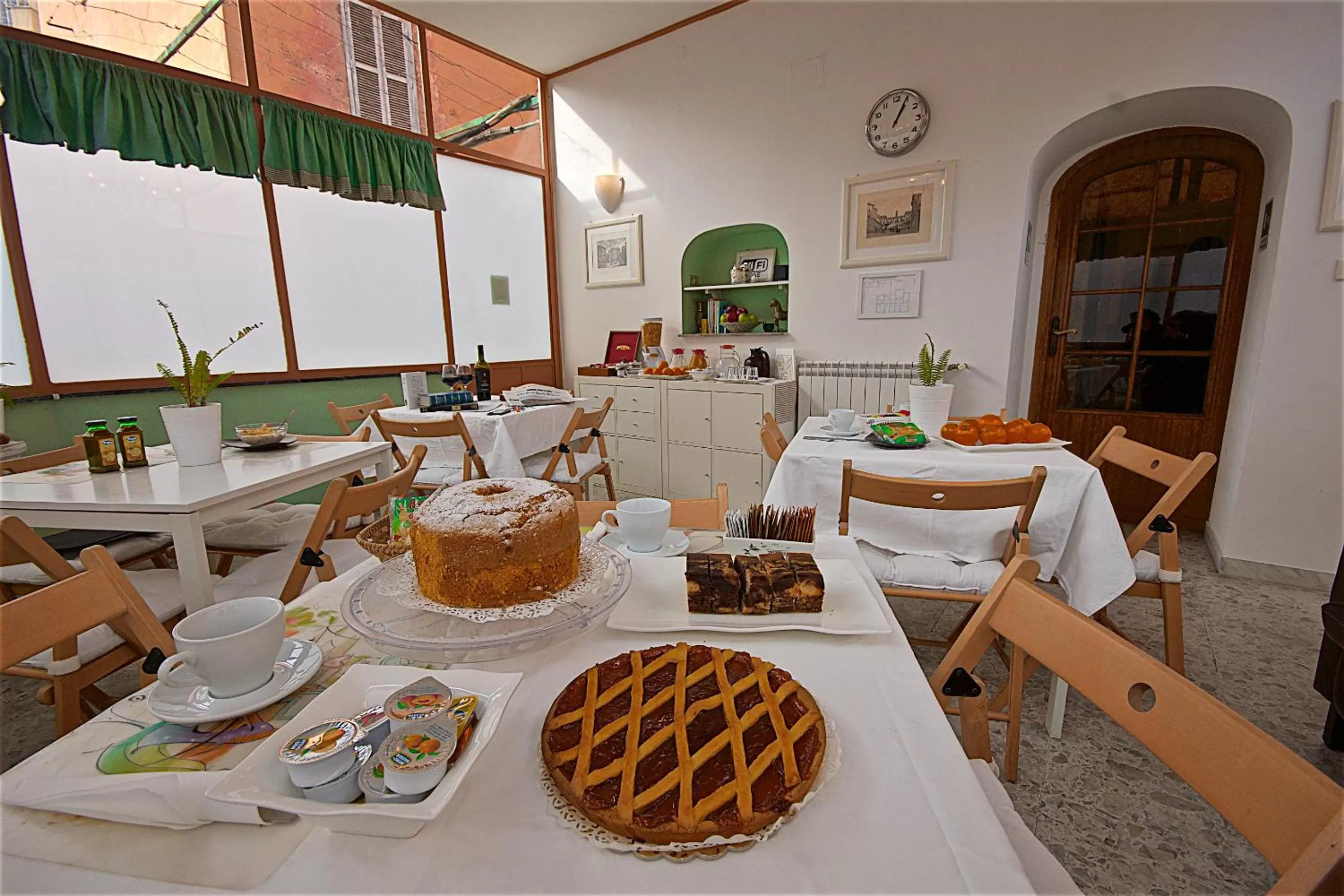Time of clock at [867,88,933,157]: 1:04
